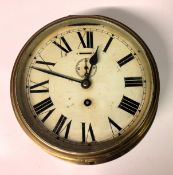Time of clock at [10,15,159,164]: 12:48
